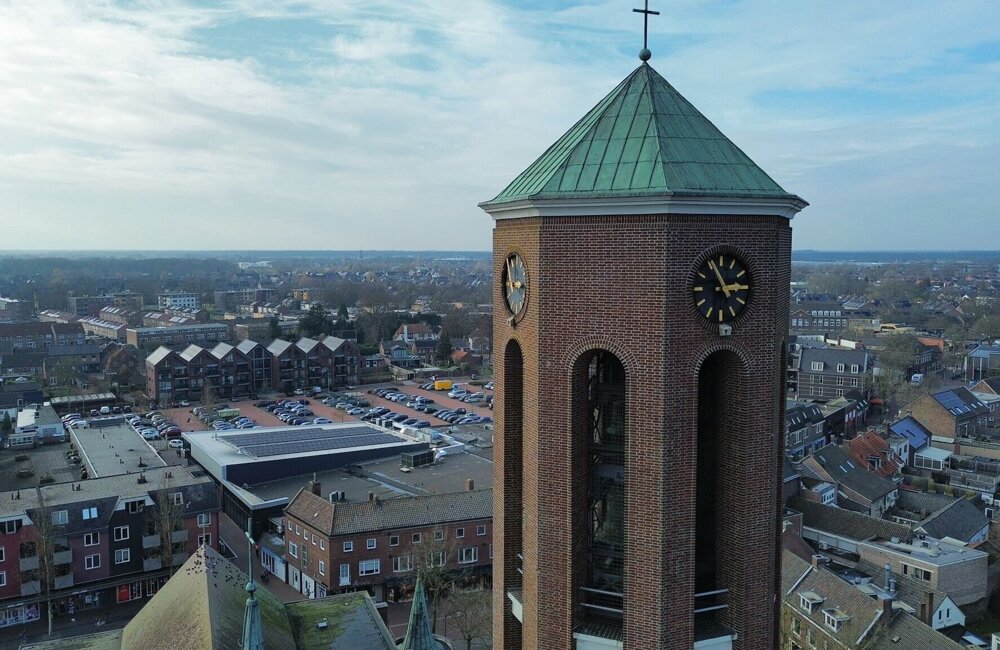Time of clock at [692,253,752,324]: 2:56
